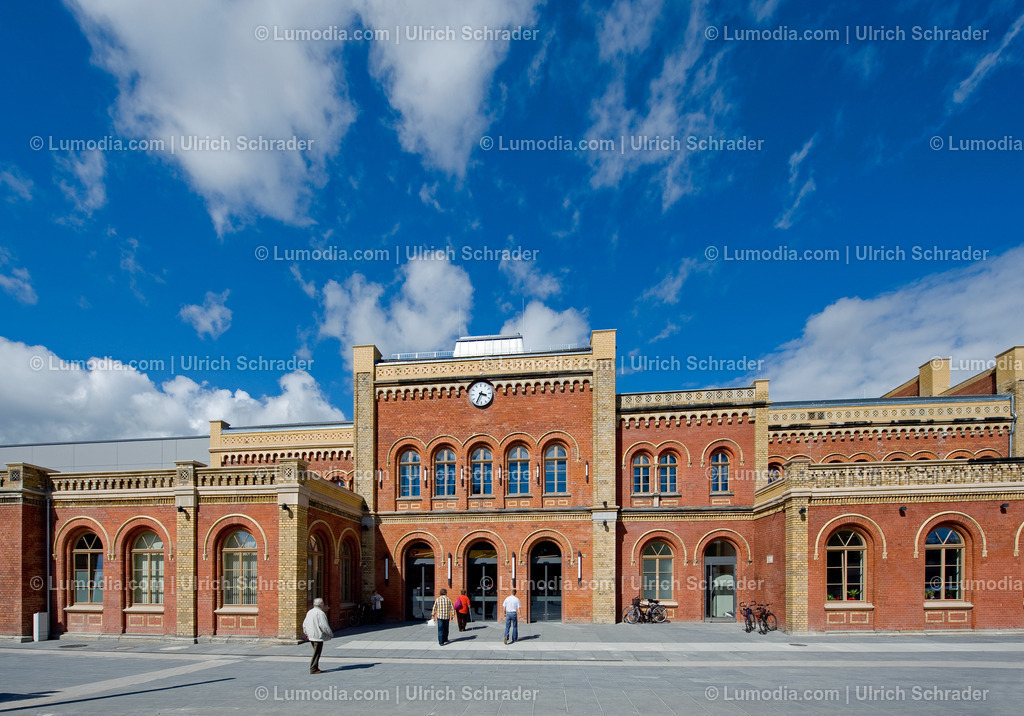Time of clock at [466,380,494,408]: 3:35
